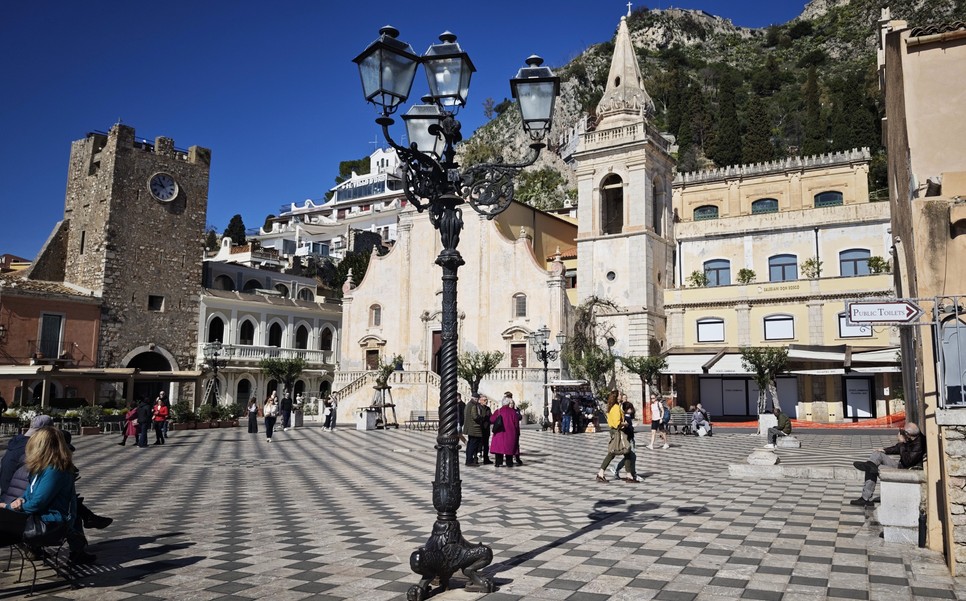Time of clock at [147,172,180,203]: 10:47
